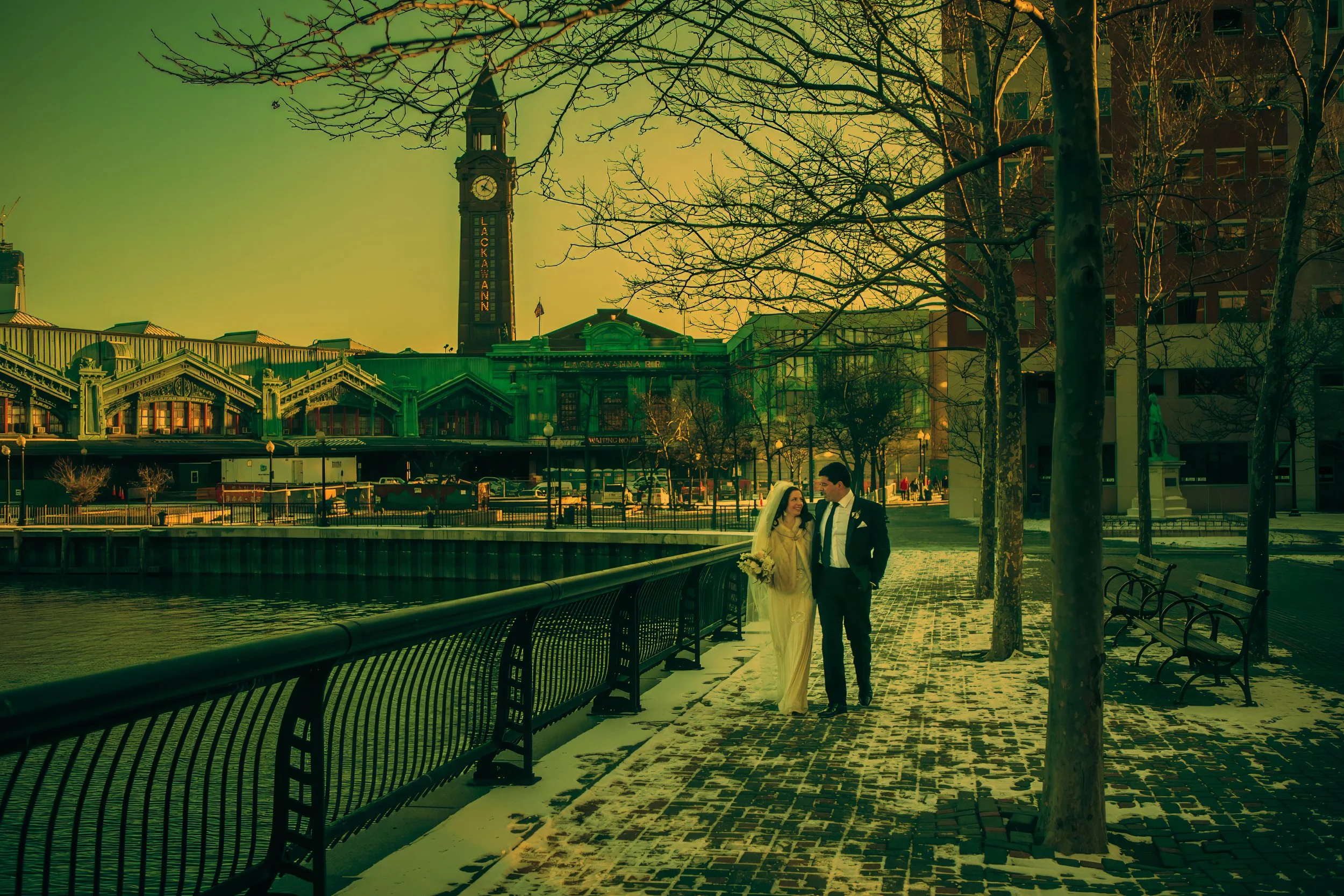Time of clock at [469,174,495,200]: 4:04
